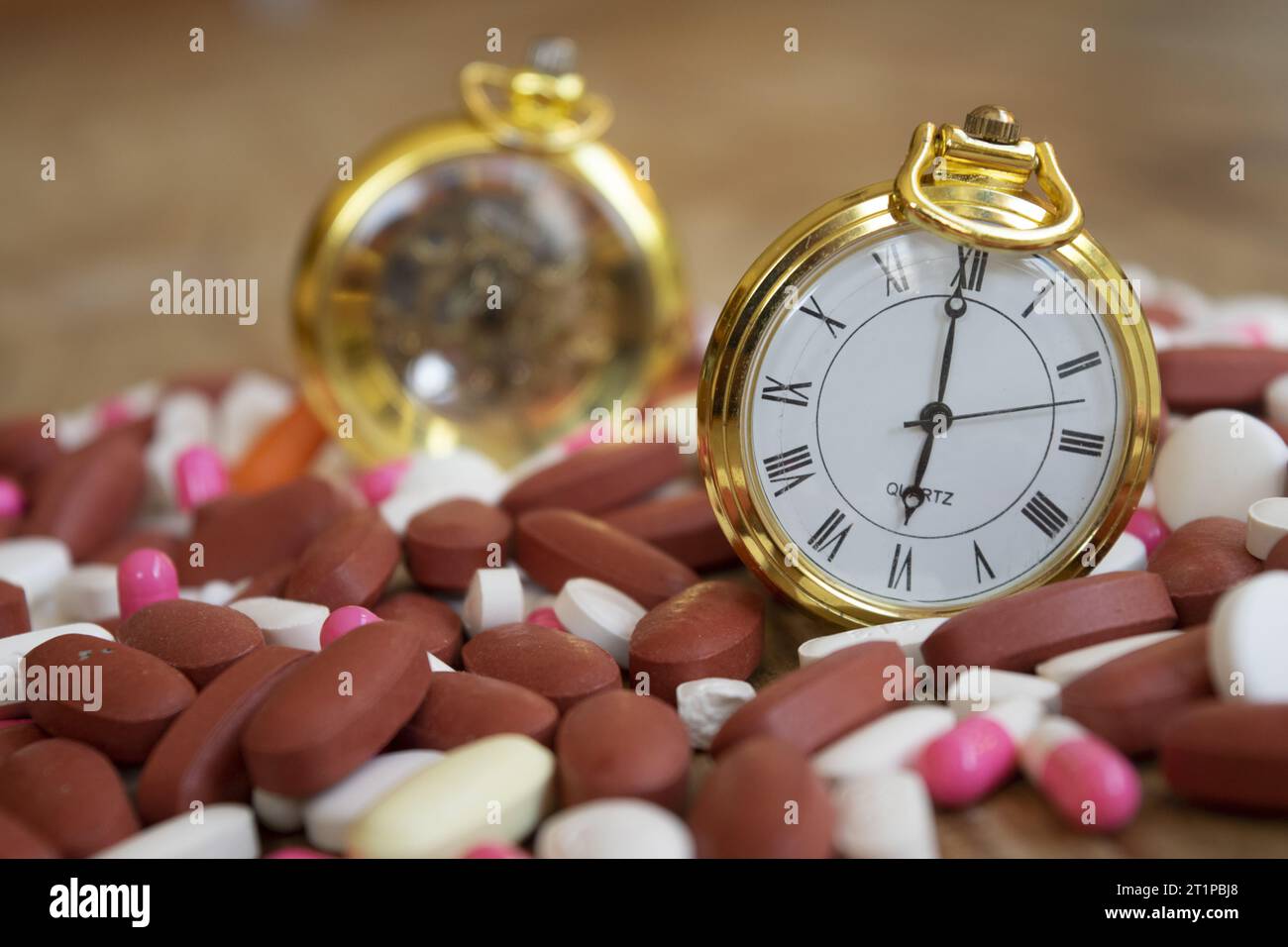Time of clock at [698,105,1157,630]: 5:59
